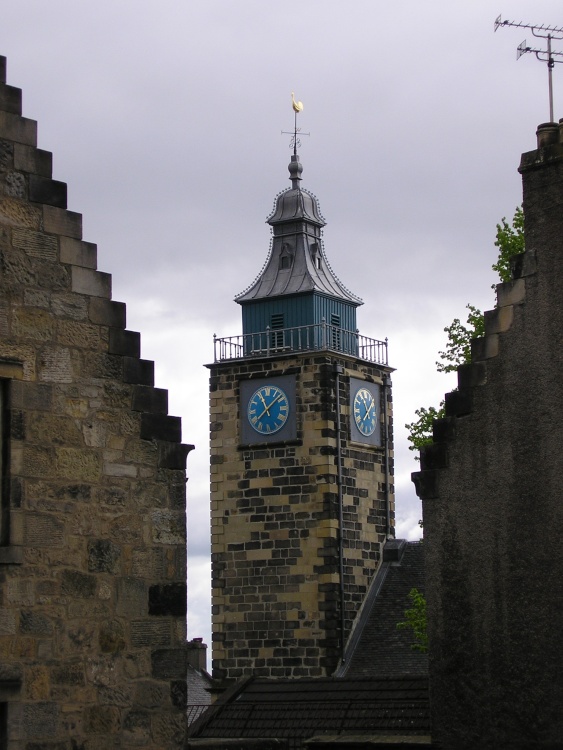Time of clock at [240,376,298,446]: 11:08
